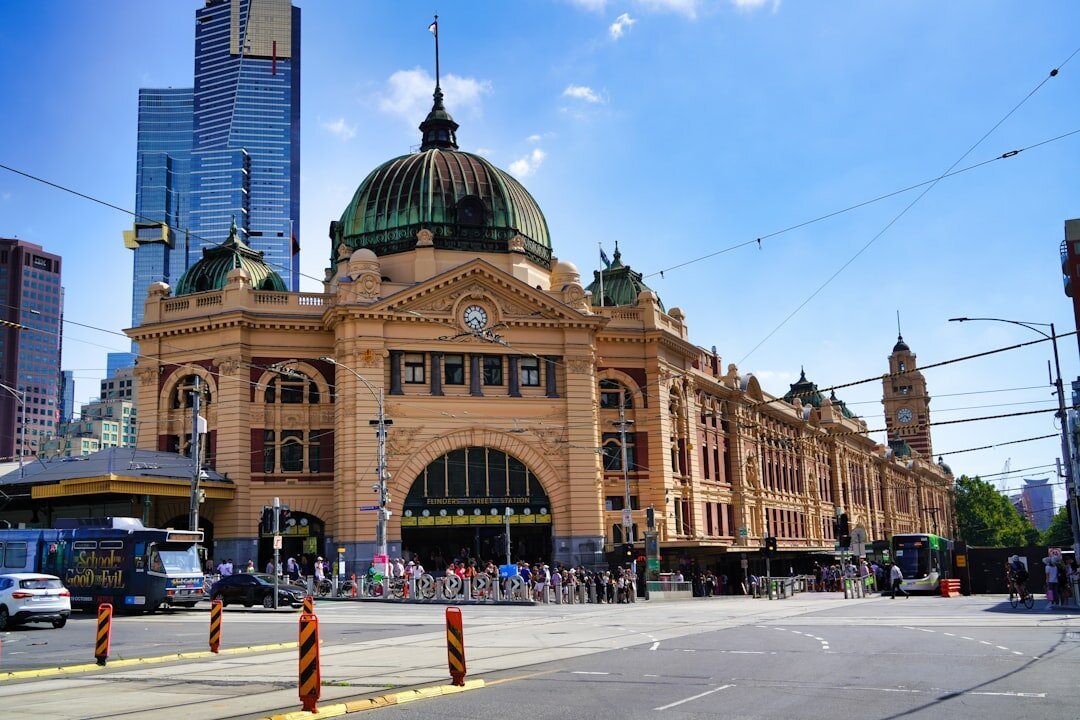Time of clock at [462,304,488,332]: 4:38
